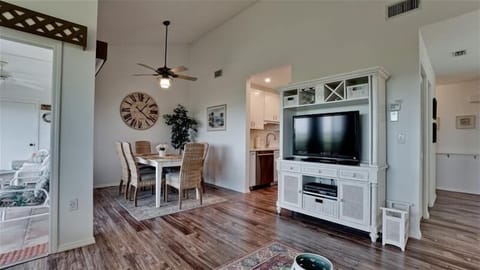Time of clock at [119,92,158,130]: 1:21
